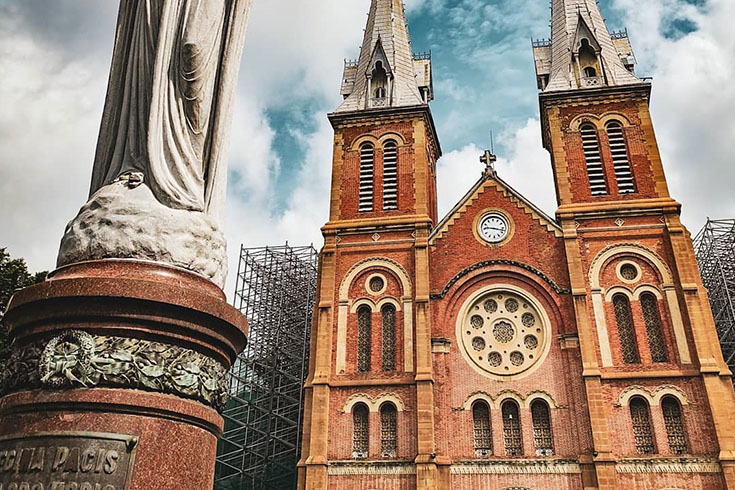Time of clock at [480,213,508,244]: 9:17
